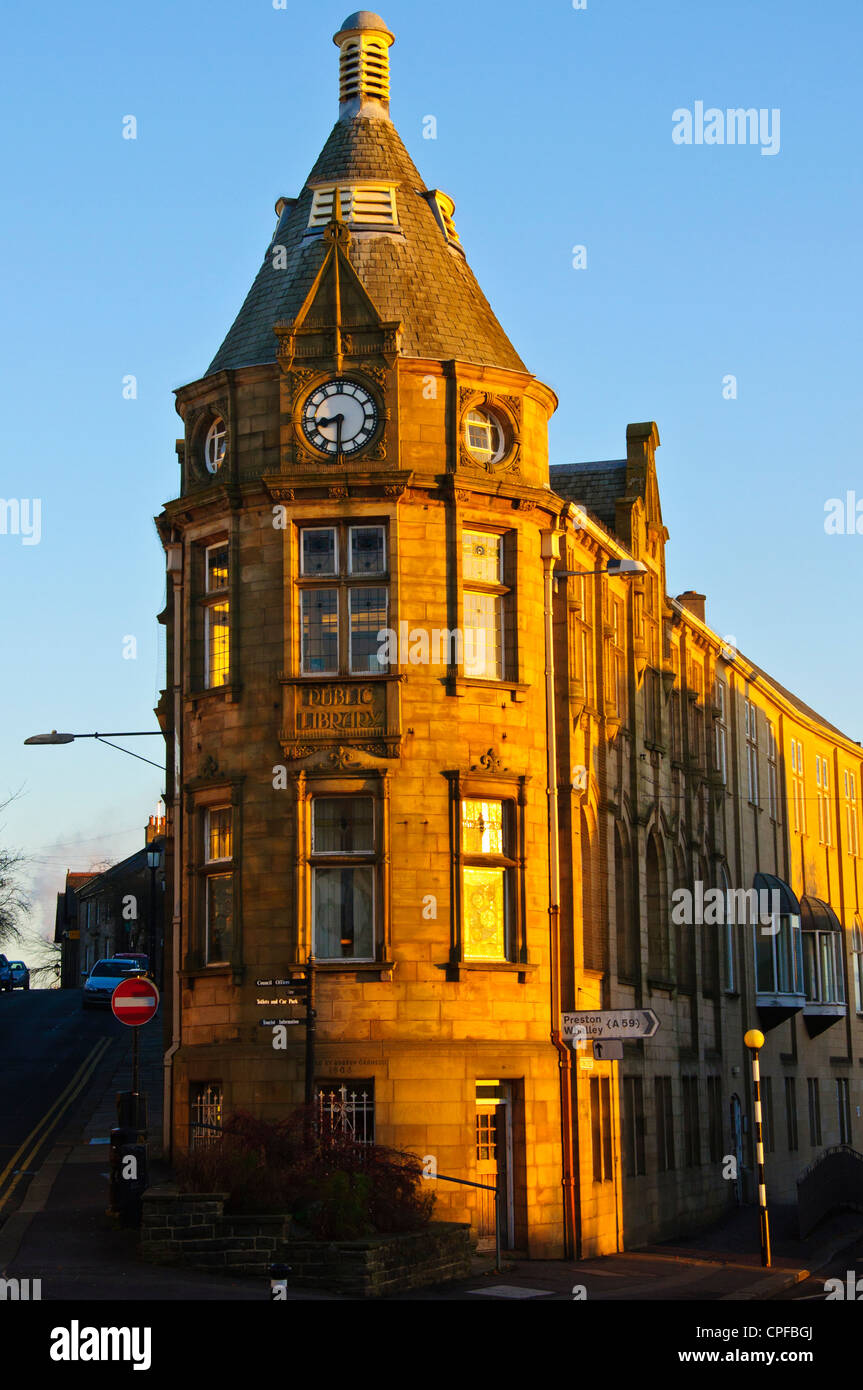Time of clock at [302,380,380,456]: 8:30
